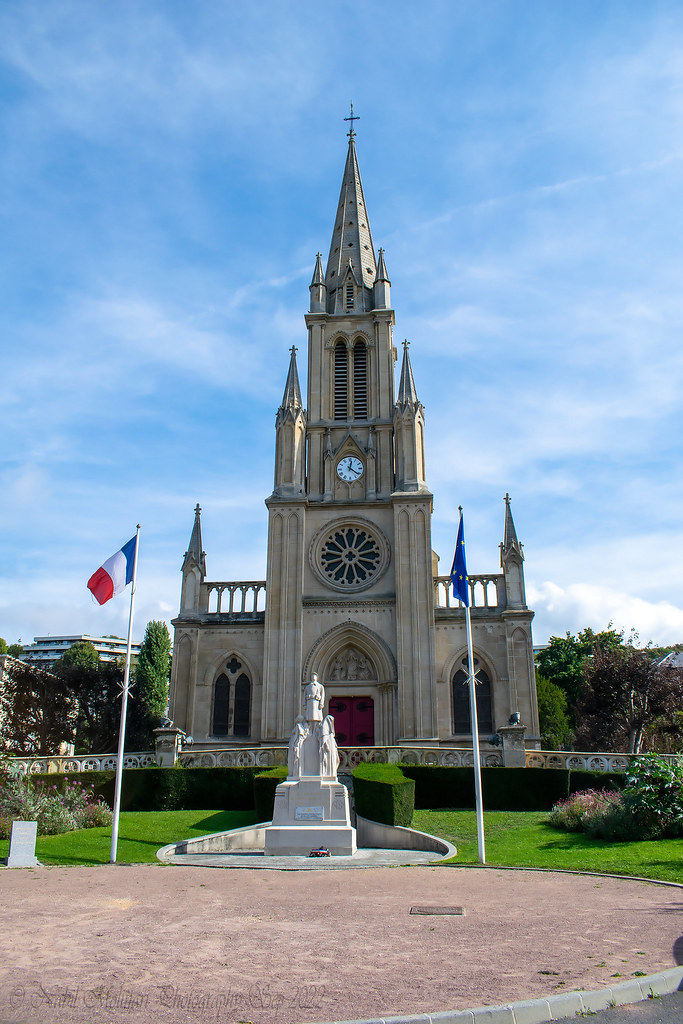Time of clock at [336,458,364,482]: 12:21
